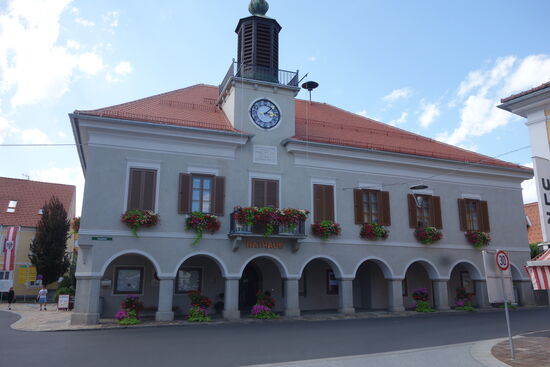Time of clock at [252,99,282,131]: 3:08
